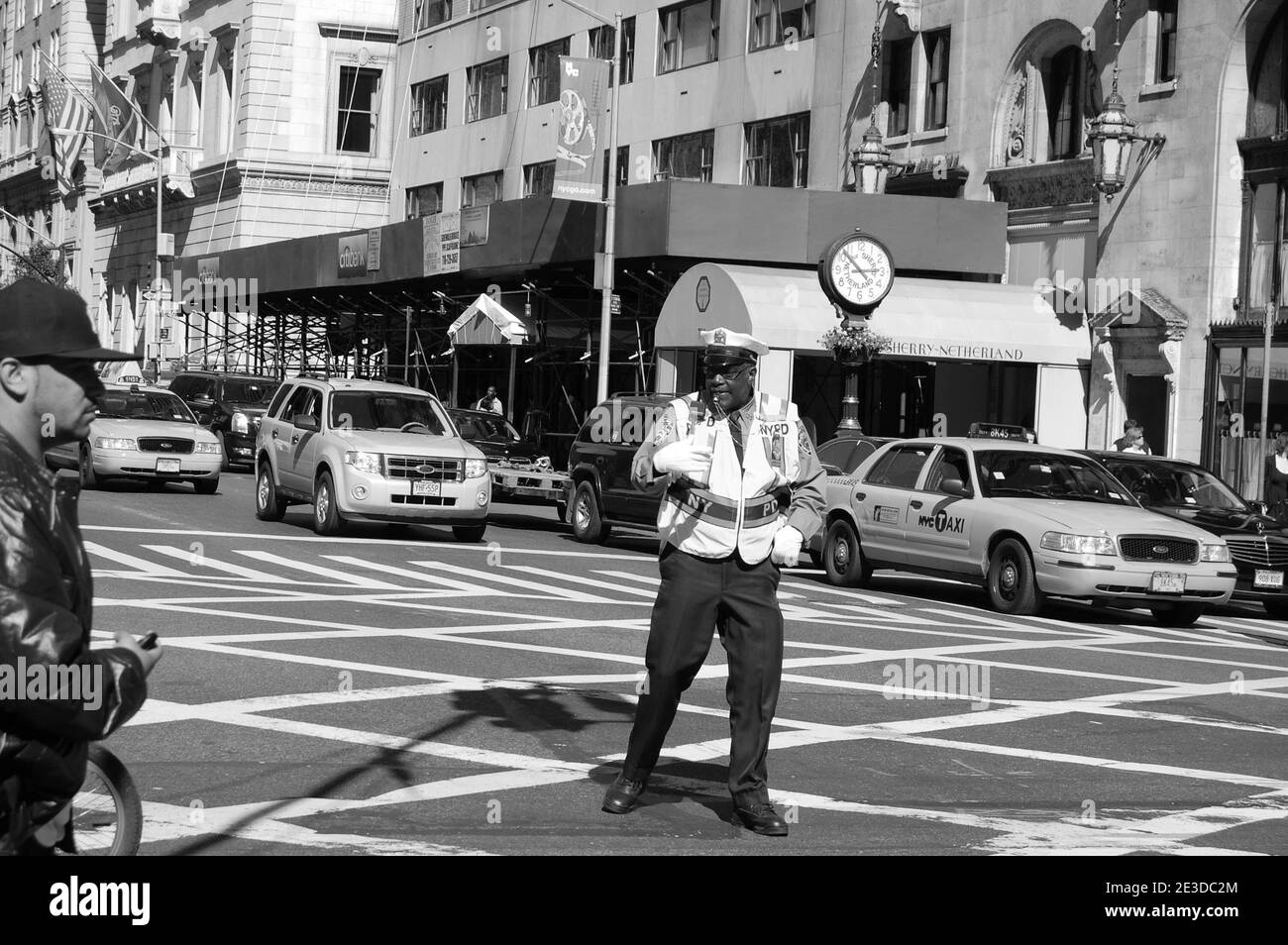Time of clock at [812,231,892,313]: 2:52
